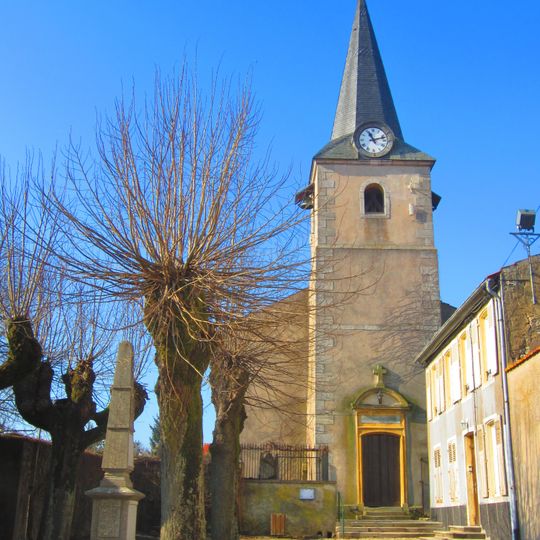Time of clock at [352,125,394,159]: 11:12
